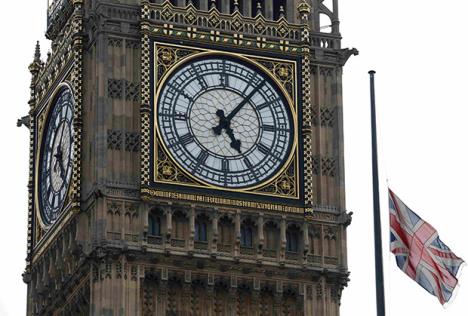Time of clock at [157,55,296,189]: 5:06
